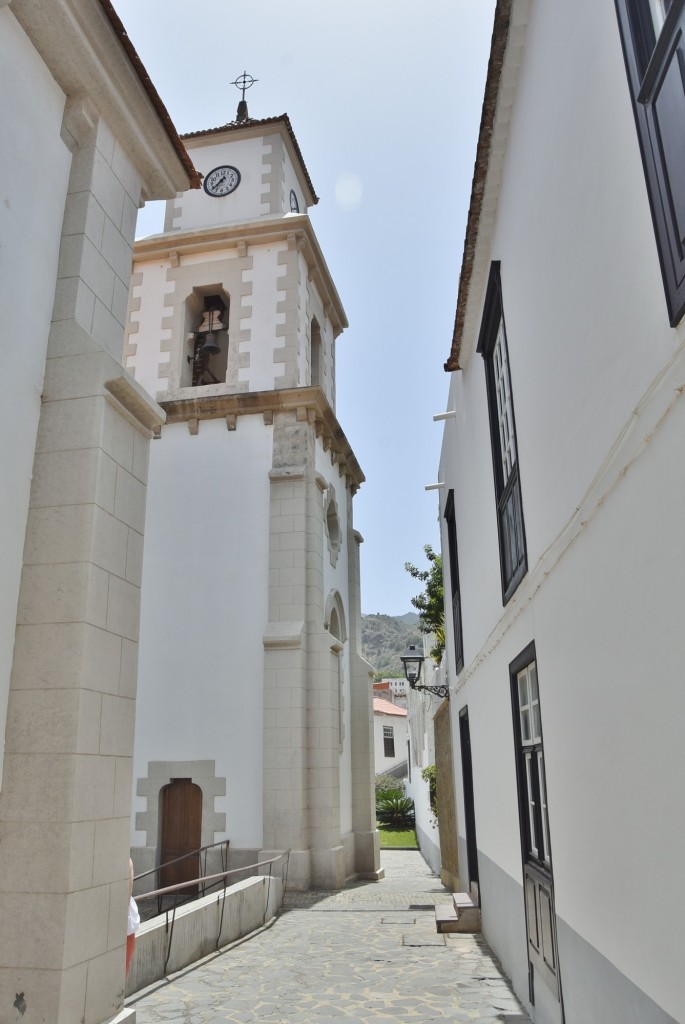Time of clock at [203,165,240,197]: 7:37
